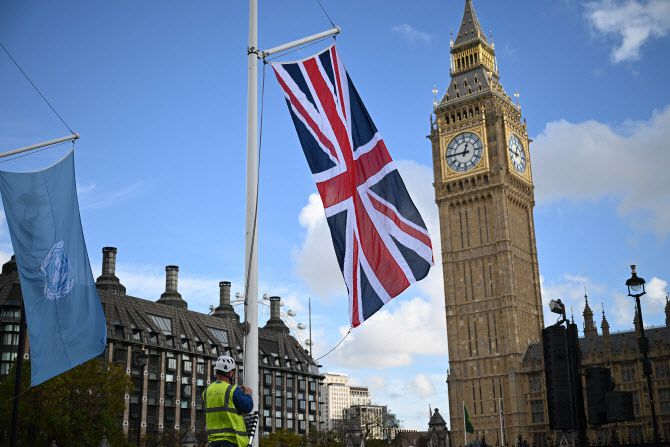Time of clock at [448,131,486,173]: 12:45
